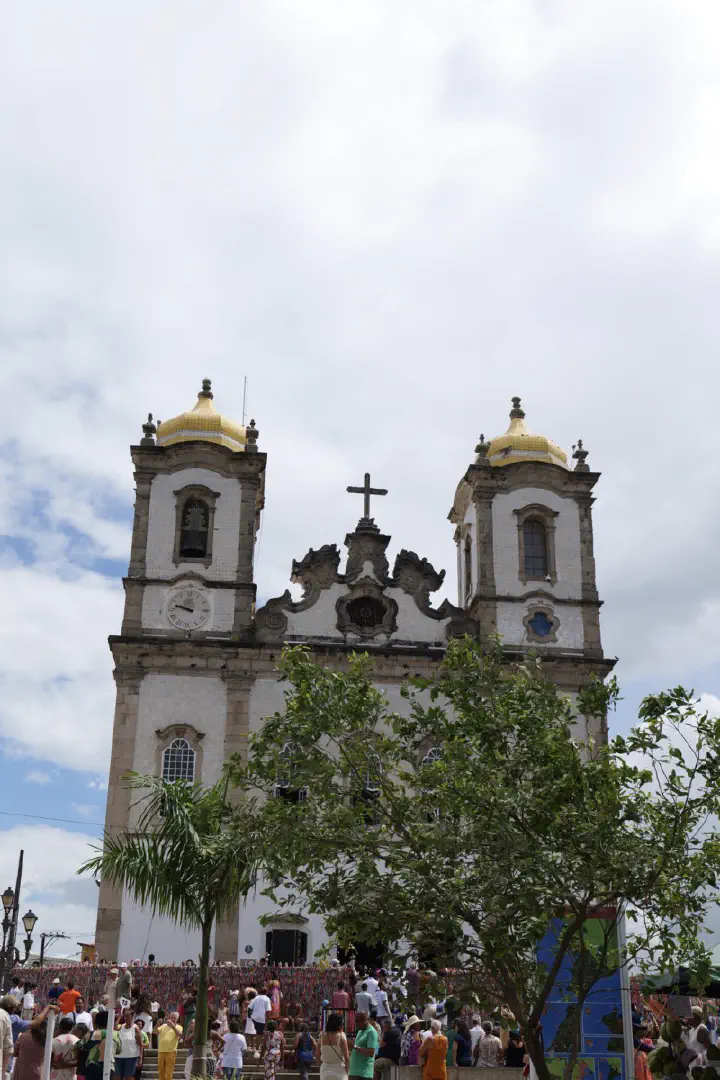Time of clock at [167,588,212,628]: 9:47
